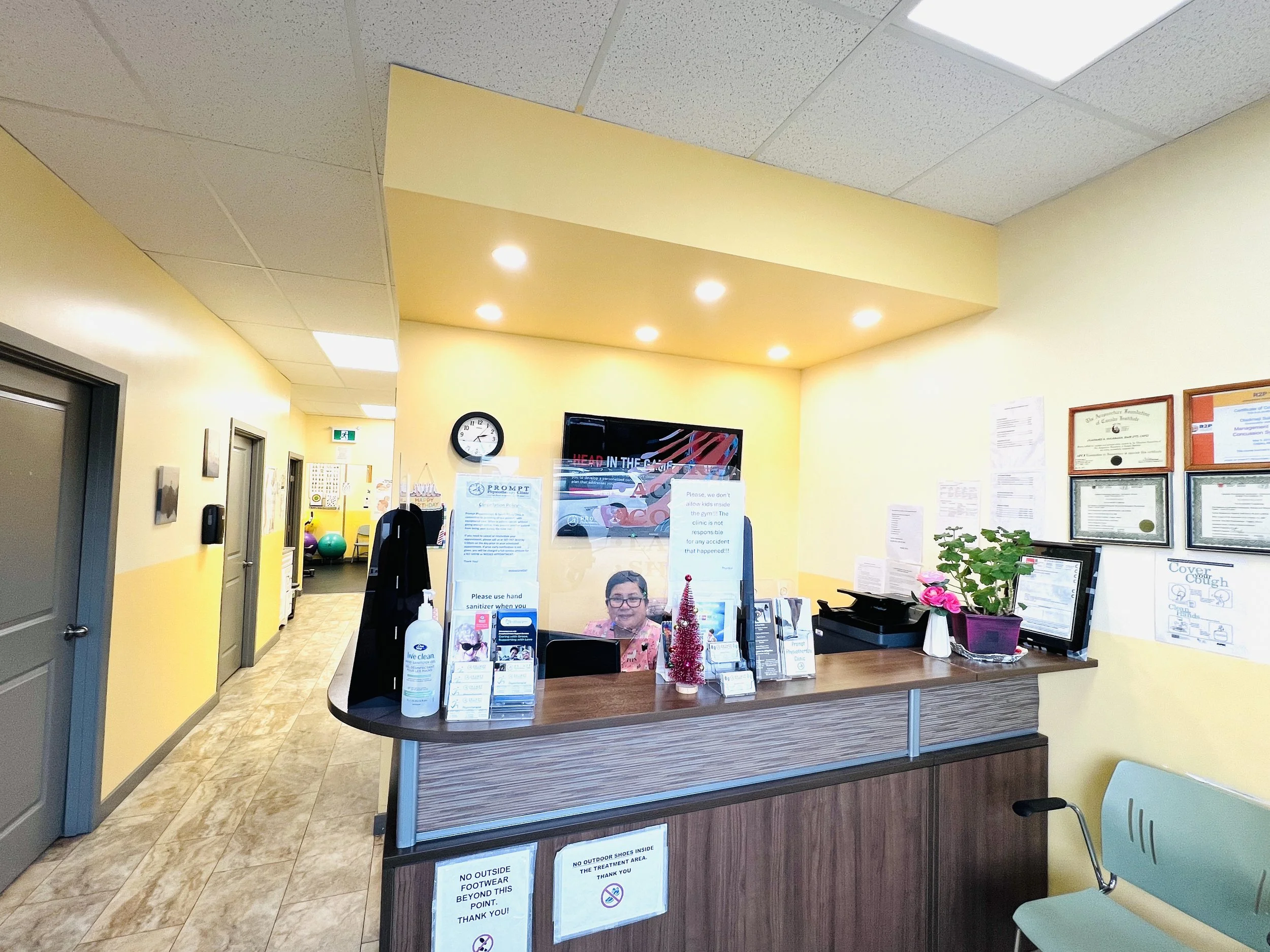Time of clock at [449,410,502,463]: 2:25
